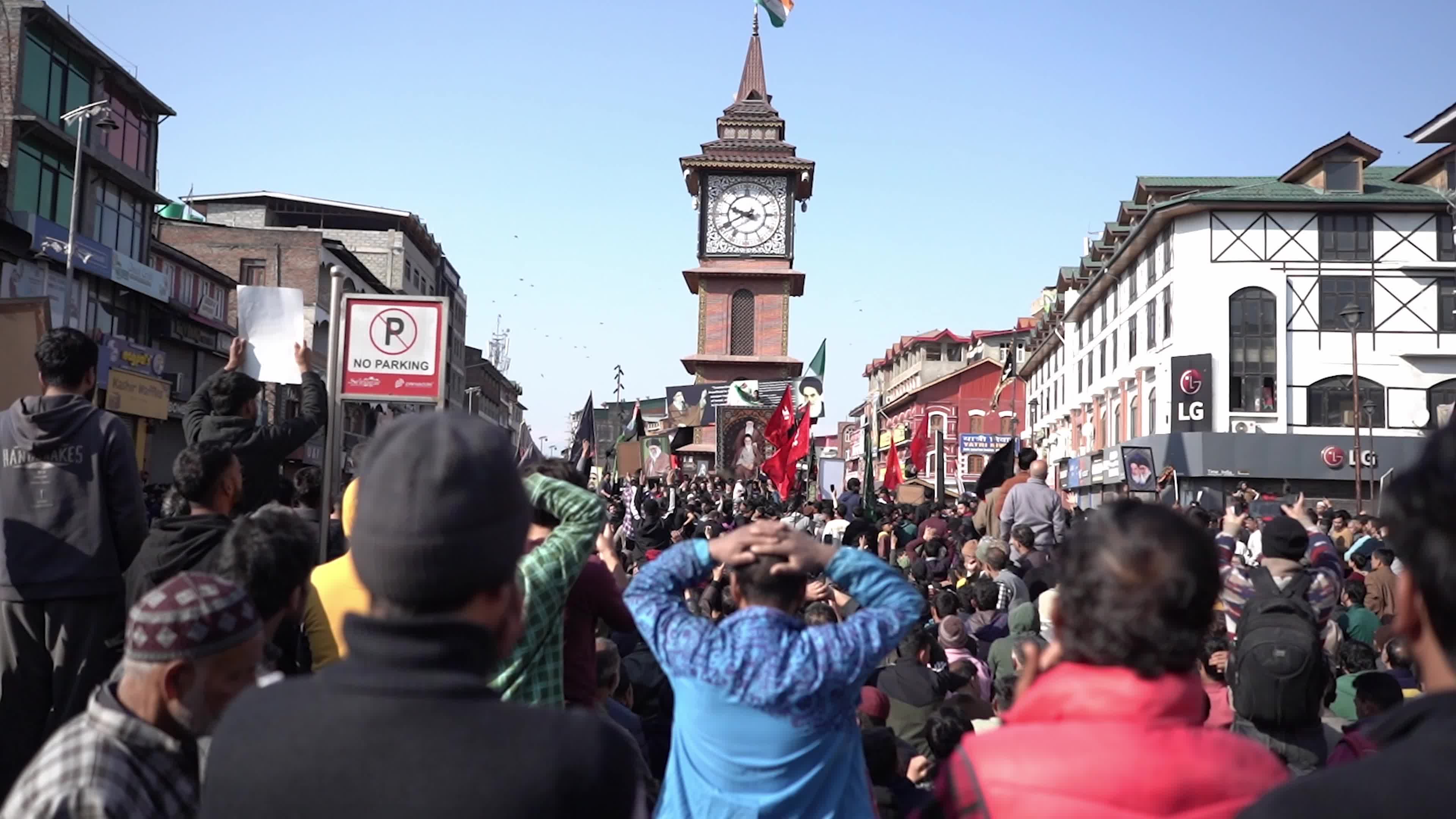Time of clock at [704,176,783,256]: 9:40
